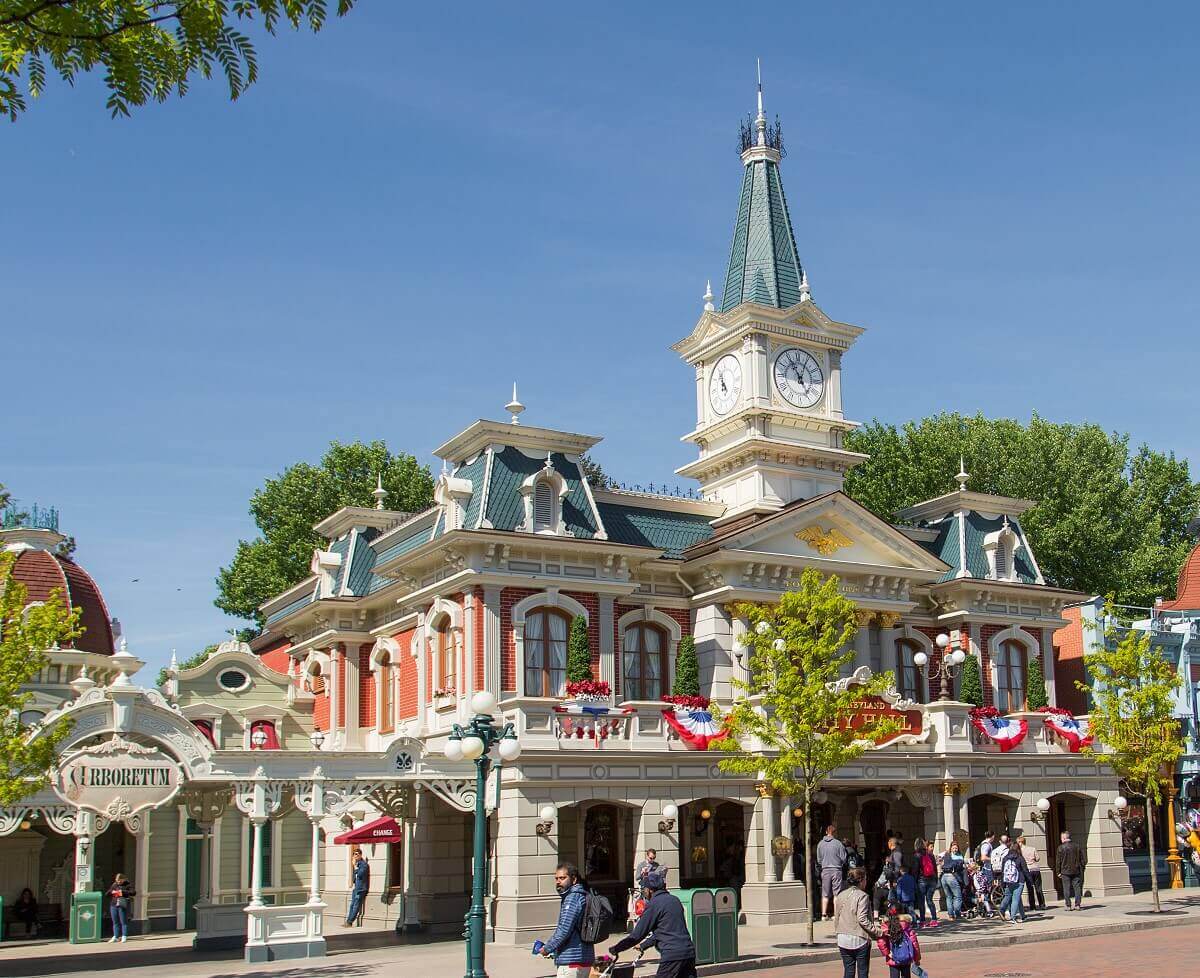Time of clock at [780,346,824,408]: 11:04
